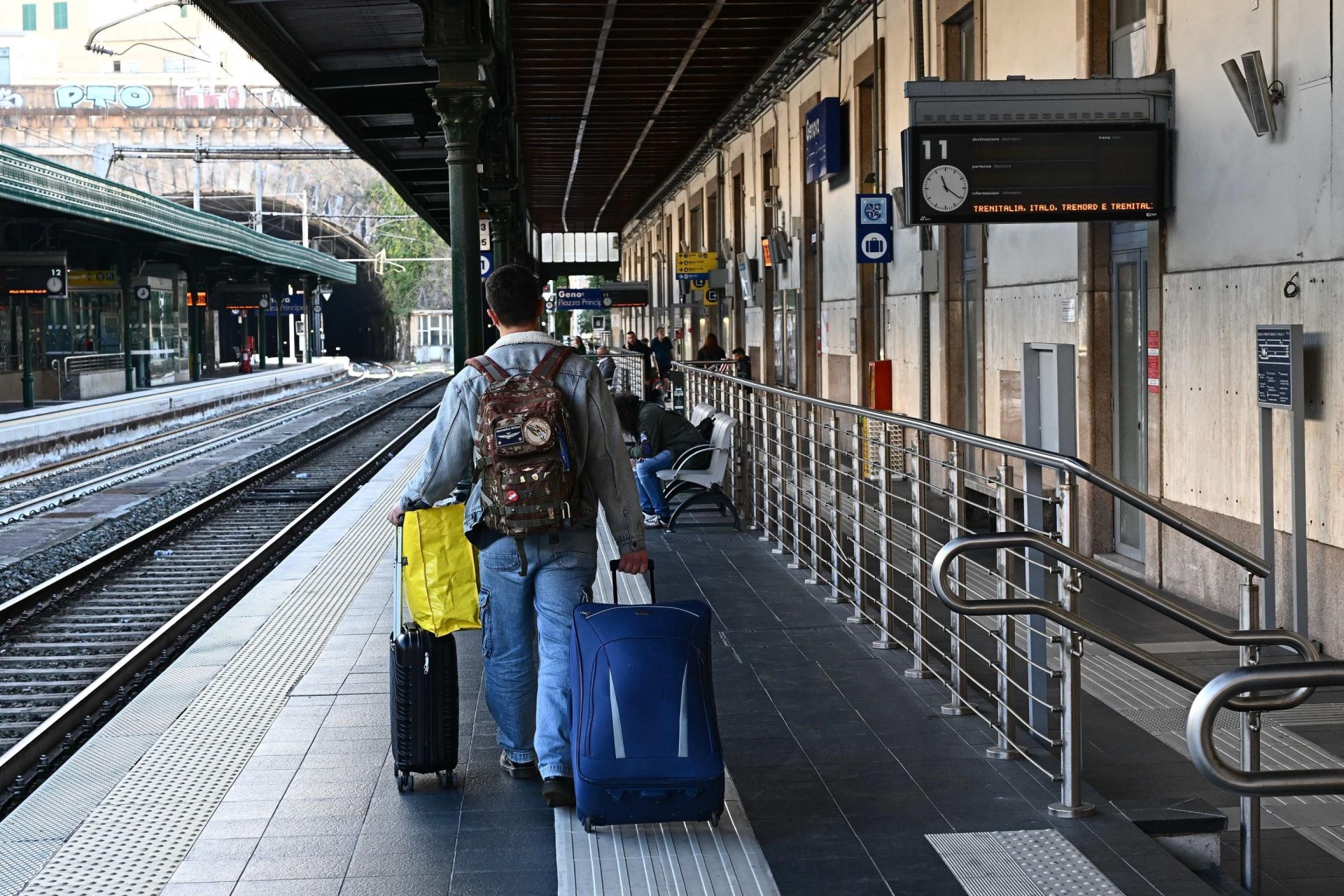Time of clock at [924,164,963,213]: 11:20
